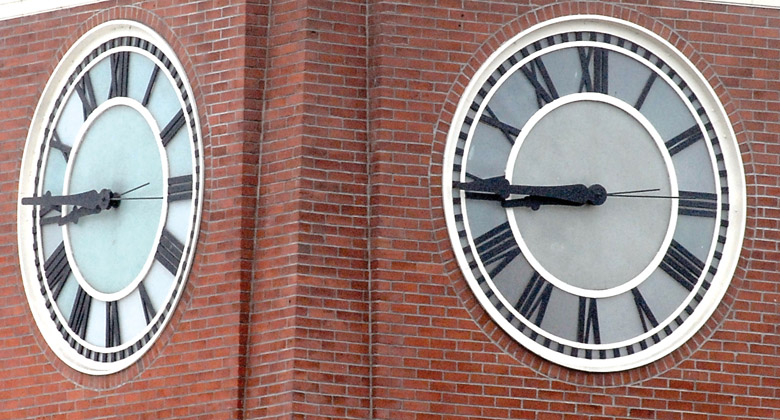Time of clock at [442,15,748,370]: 8:44
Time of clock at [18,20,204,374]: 8:45
